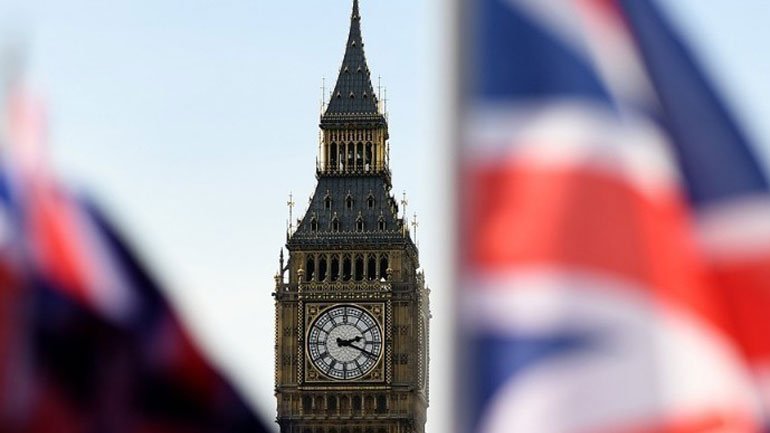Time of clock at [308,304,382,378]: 2:18
